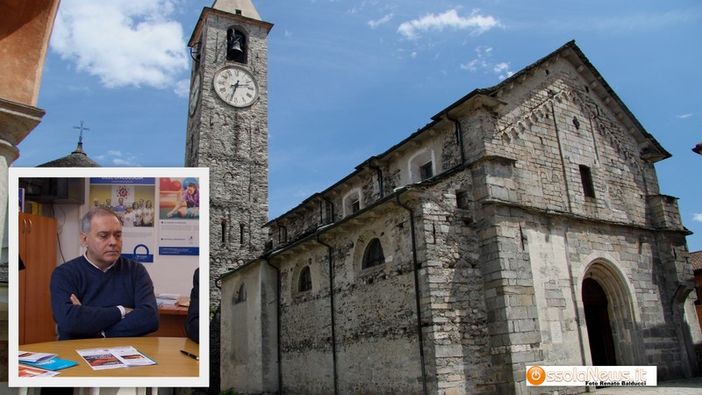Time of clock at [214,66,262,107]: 2:33
